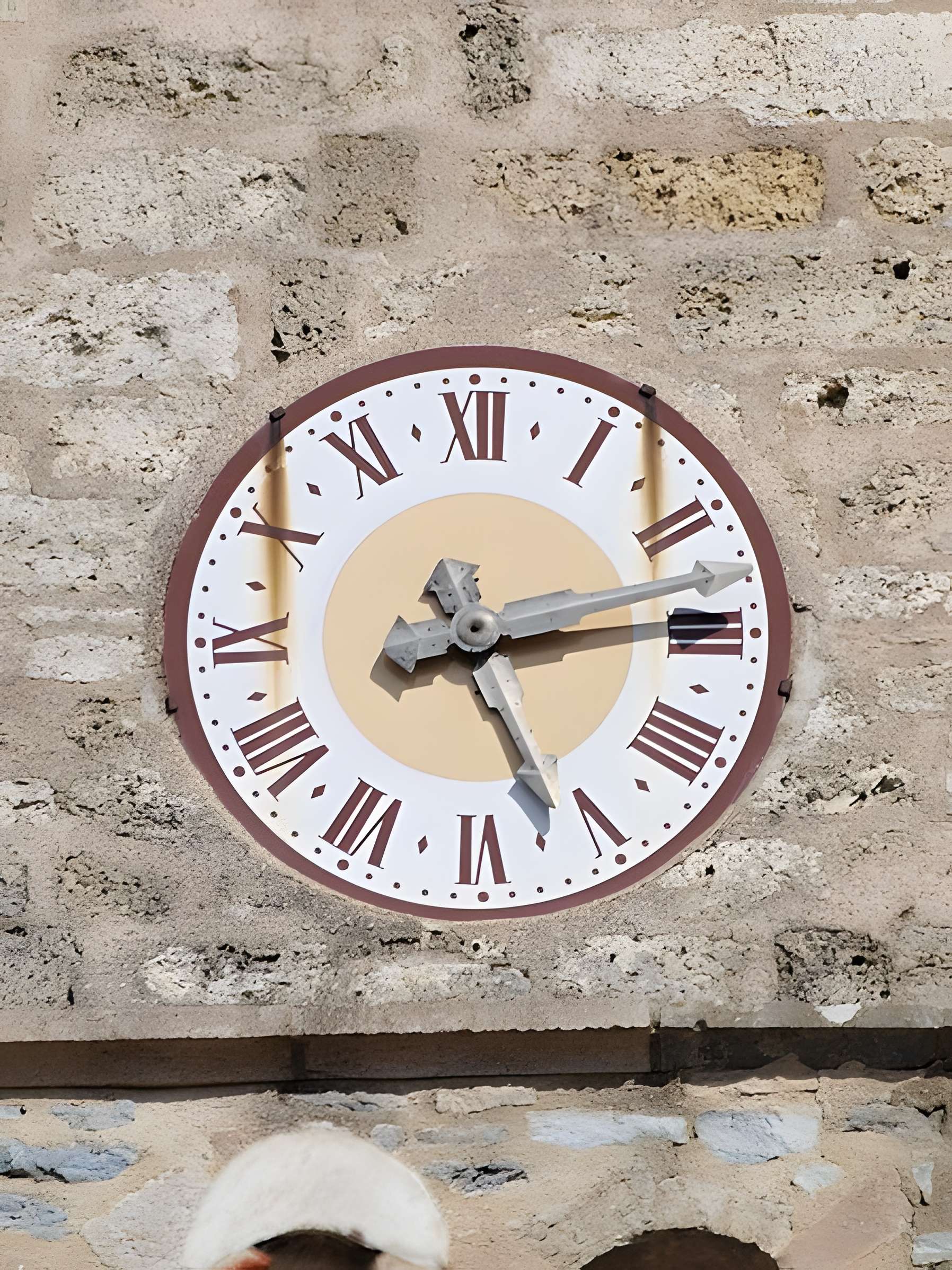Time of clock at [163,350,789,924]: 5:14
